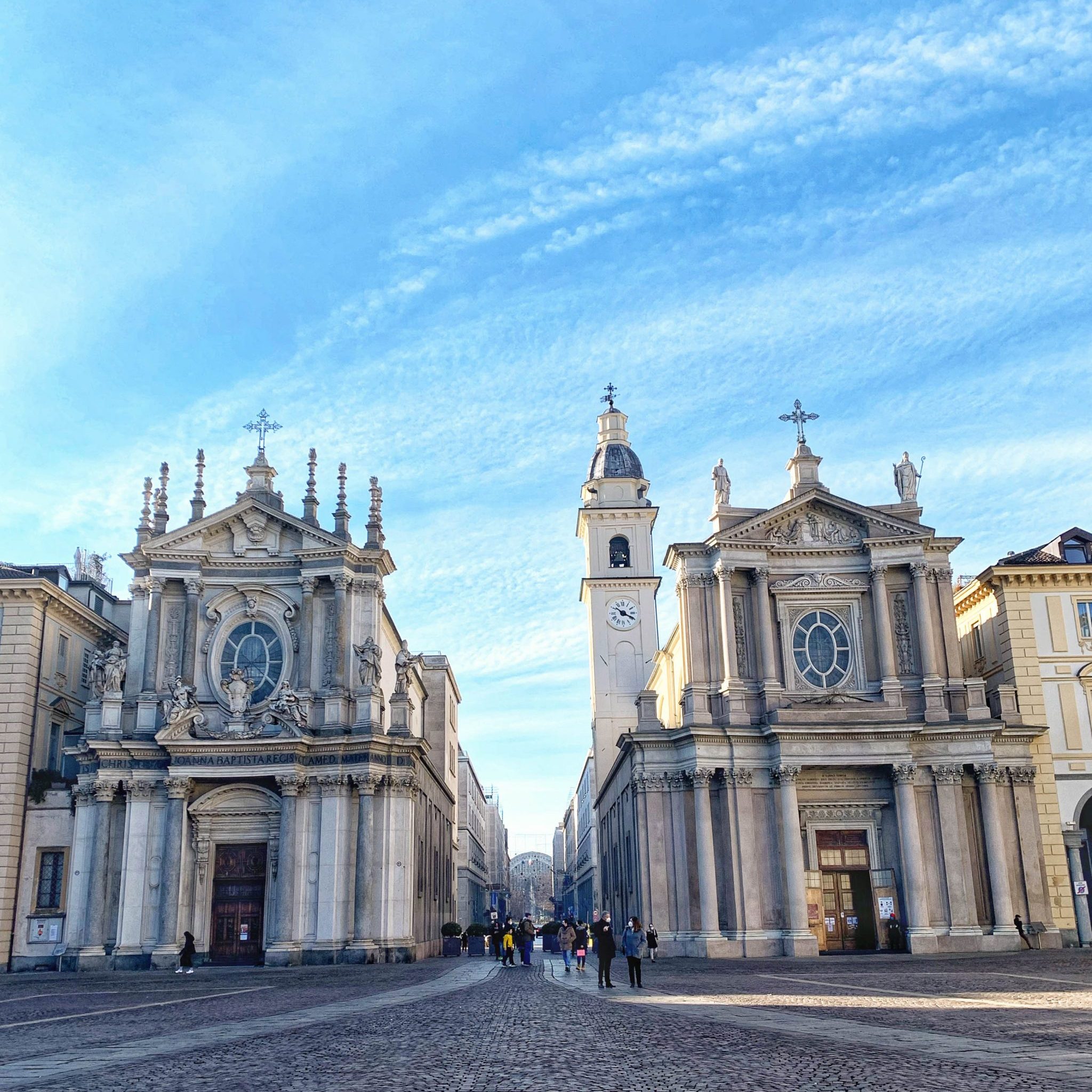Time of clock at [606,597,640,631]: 10:19
